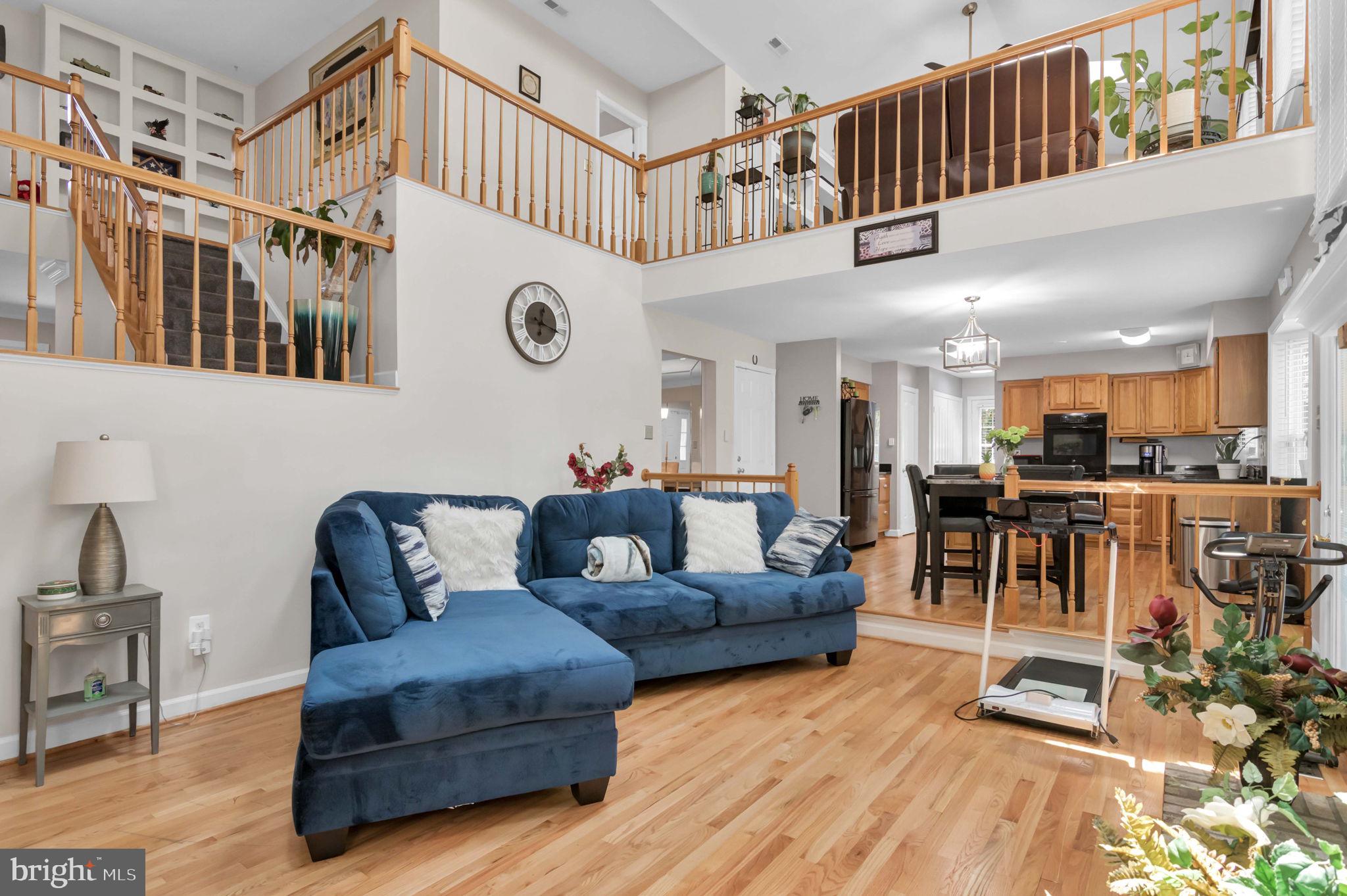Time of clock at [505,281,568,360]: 12:17
